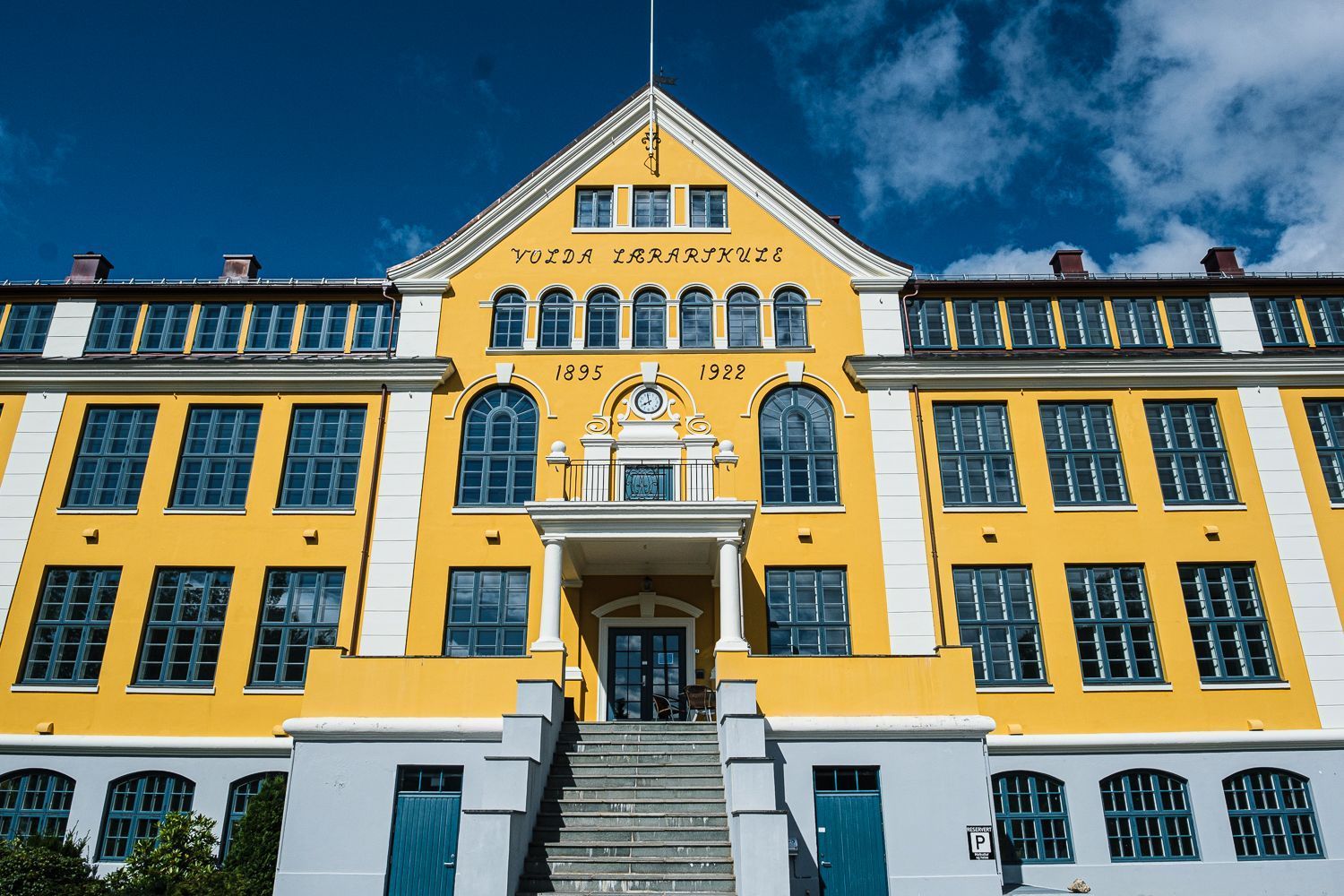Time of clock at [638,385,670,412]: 7:58
